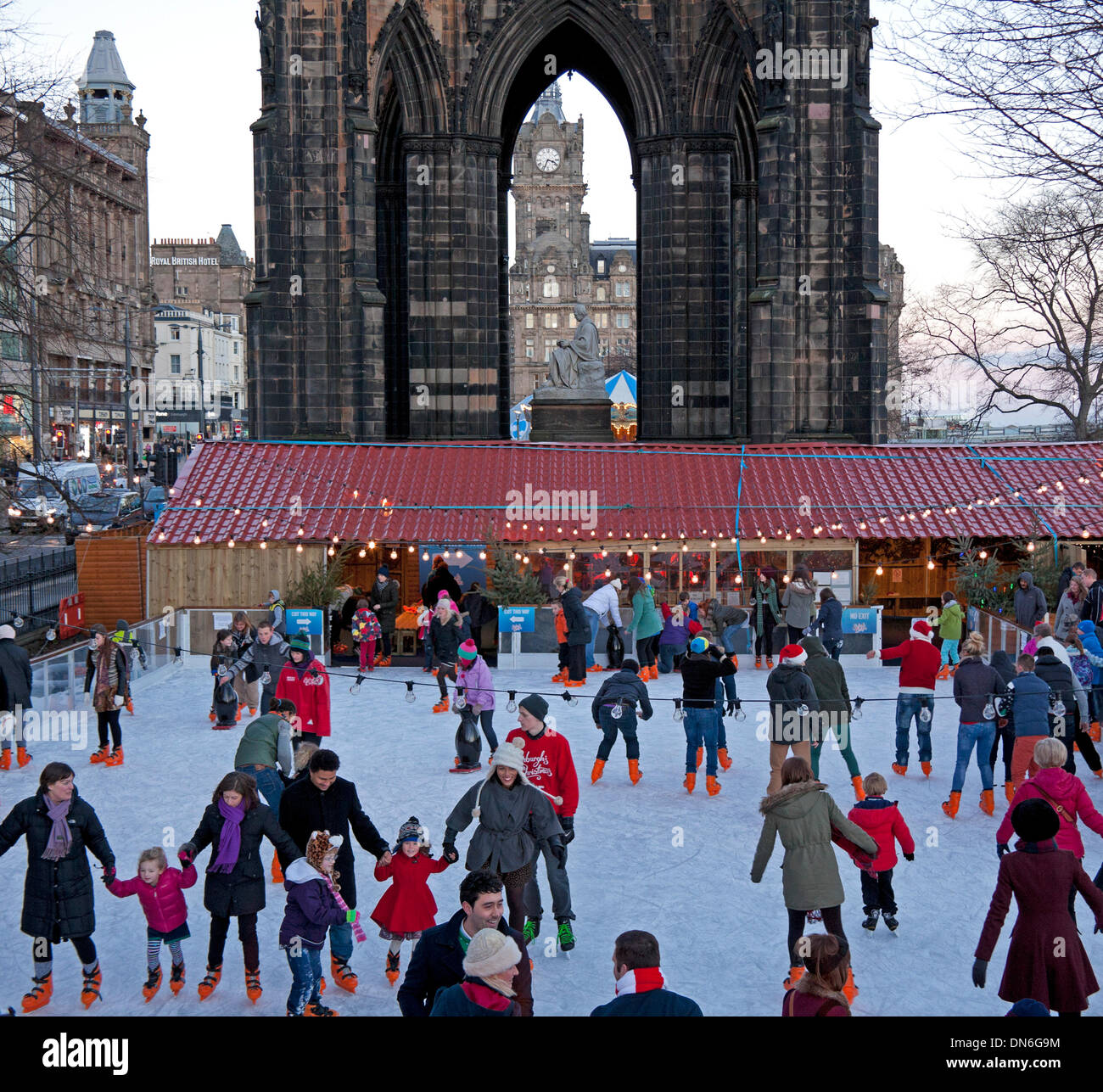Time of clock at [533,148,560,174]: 3:34
